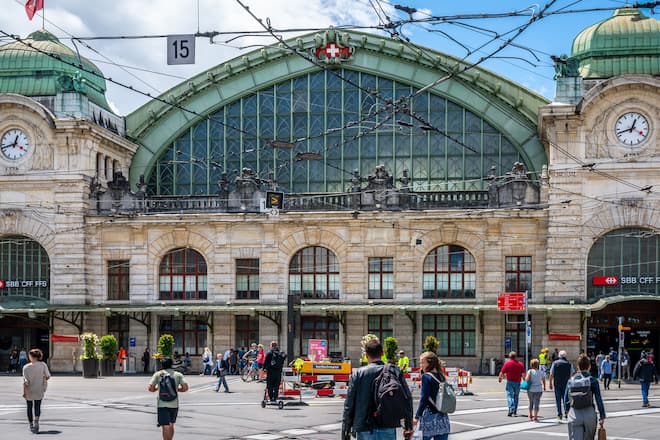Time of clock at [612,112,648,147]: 12:42
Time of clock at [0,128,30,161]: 12:42
